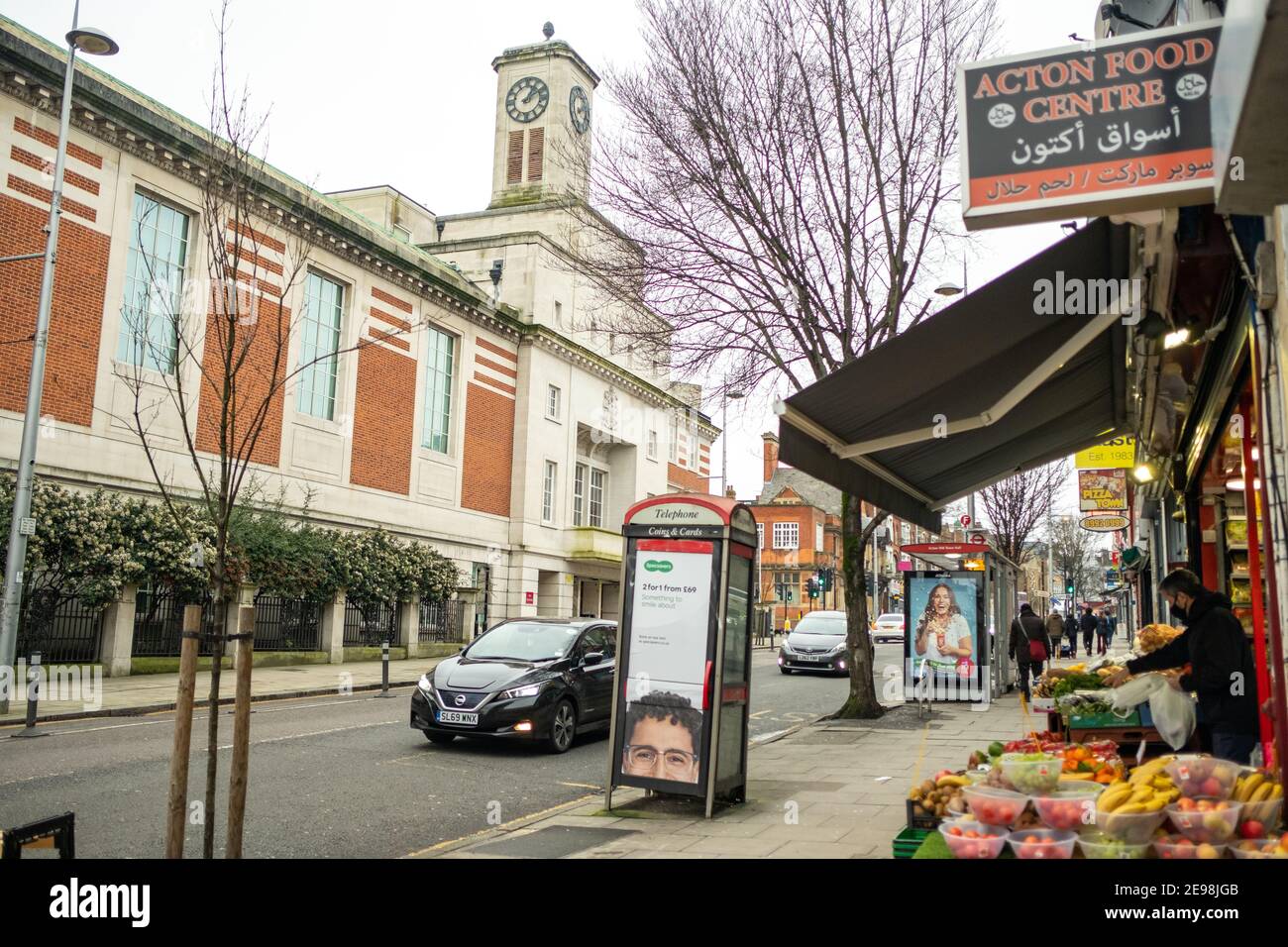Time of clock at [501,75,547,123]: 1:09
